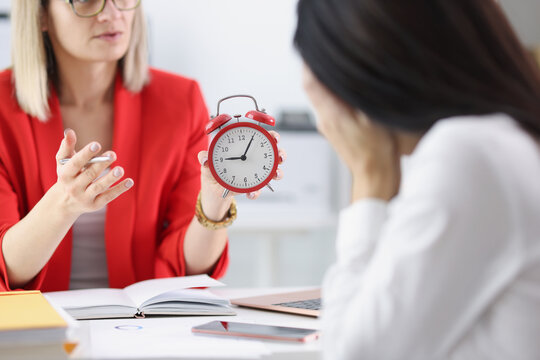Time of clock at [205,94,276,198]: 9:05
